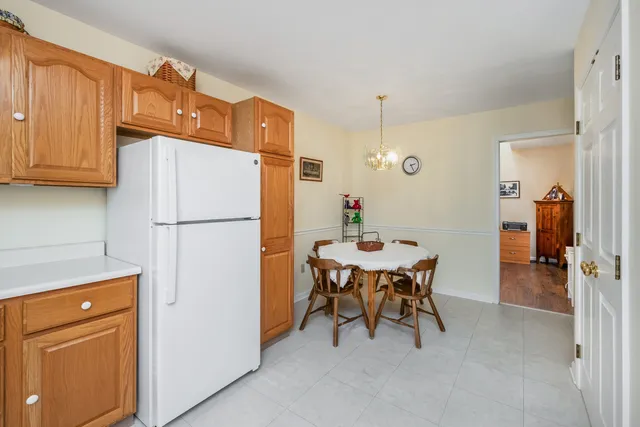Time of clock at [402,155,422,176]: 2:25
